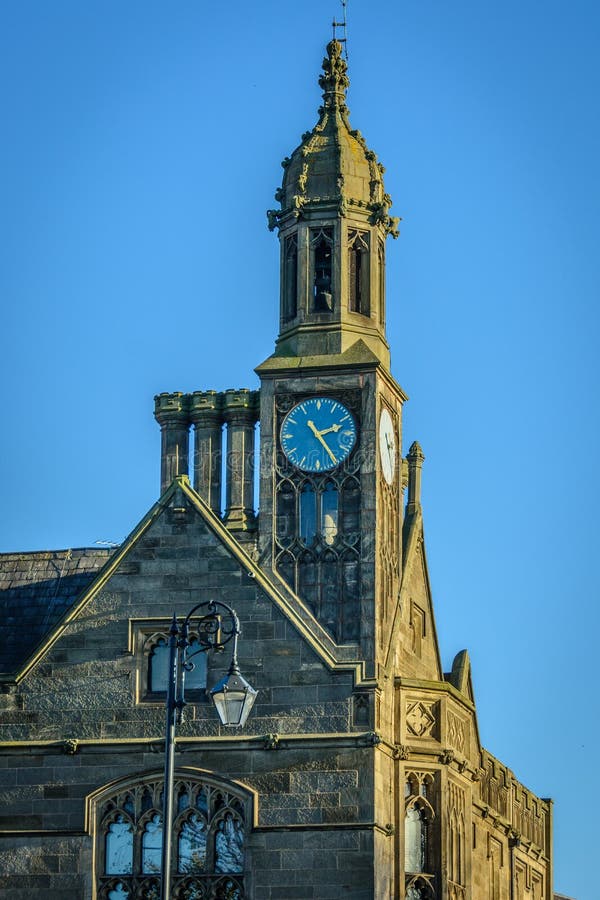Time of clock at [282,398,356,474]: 2:24
